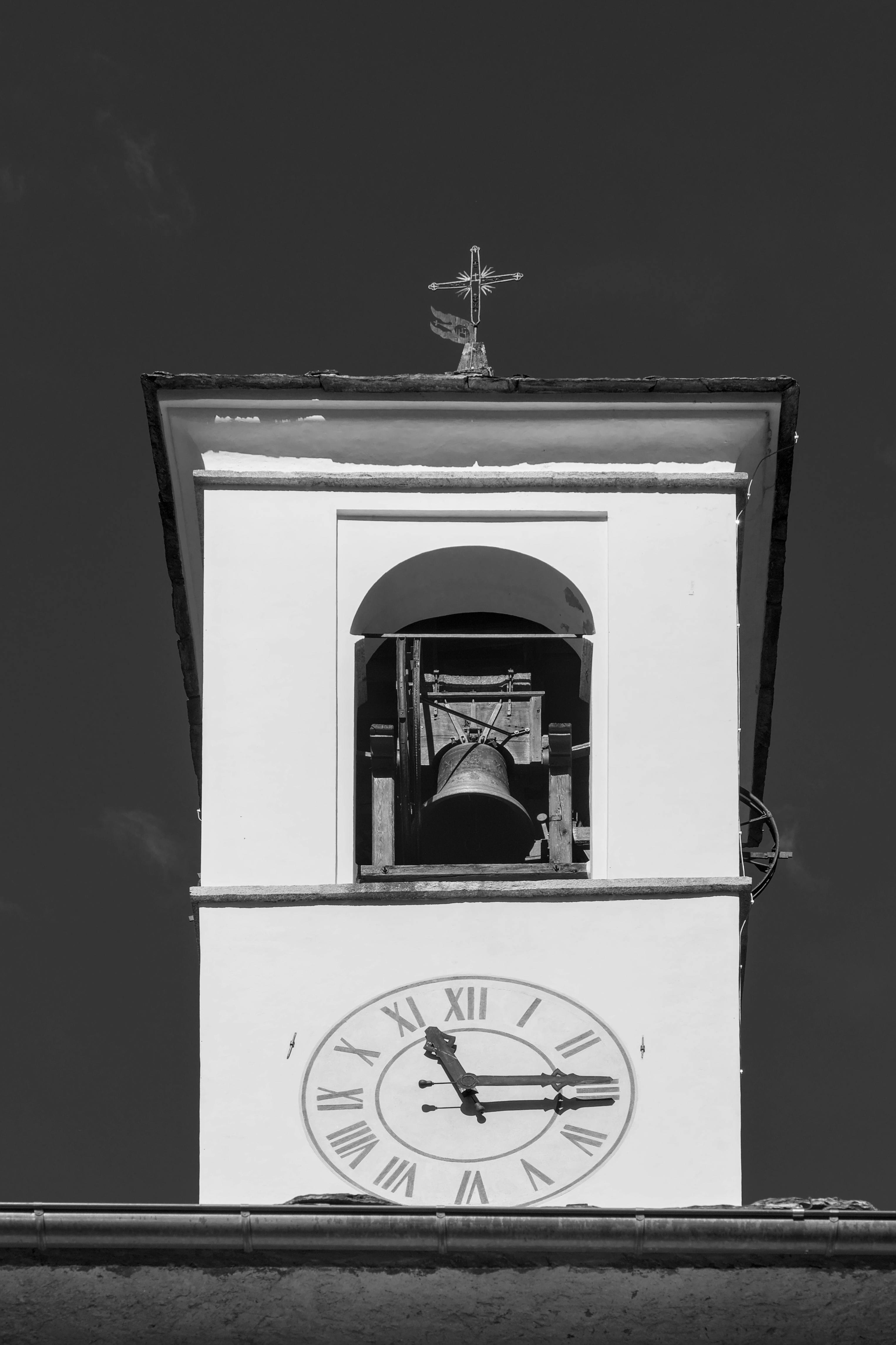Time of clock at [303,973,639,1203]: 11:15
